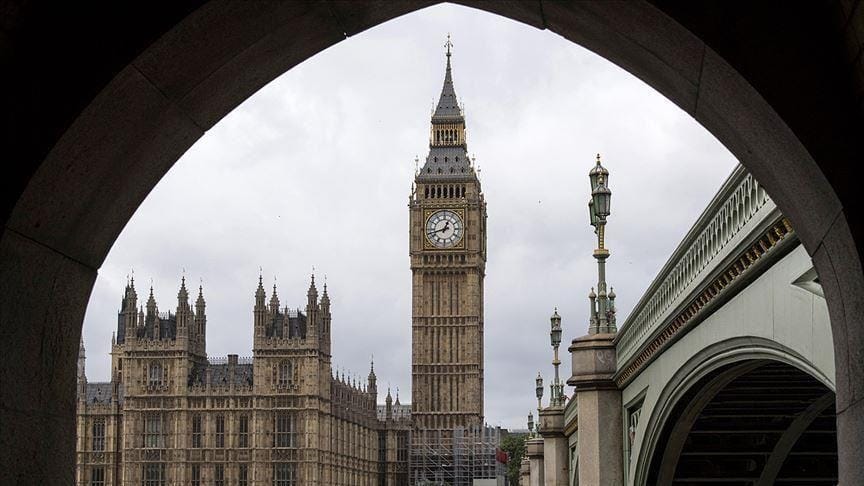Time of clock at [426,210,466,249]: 12:42
